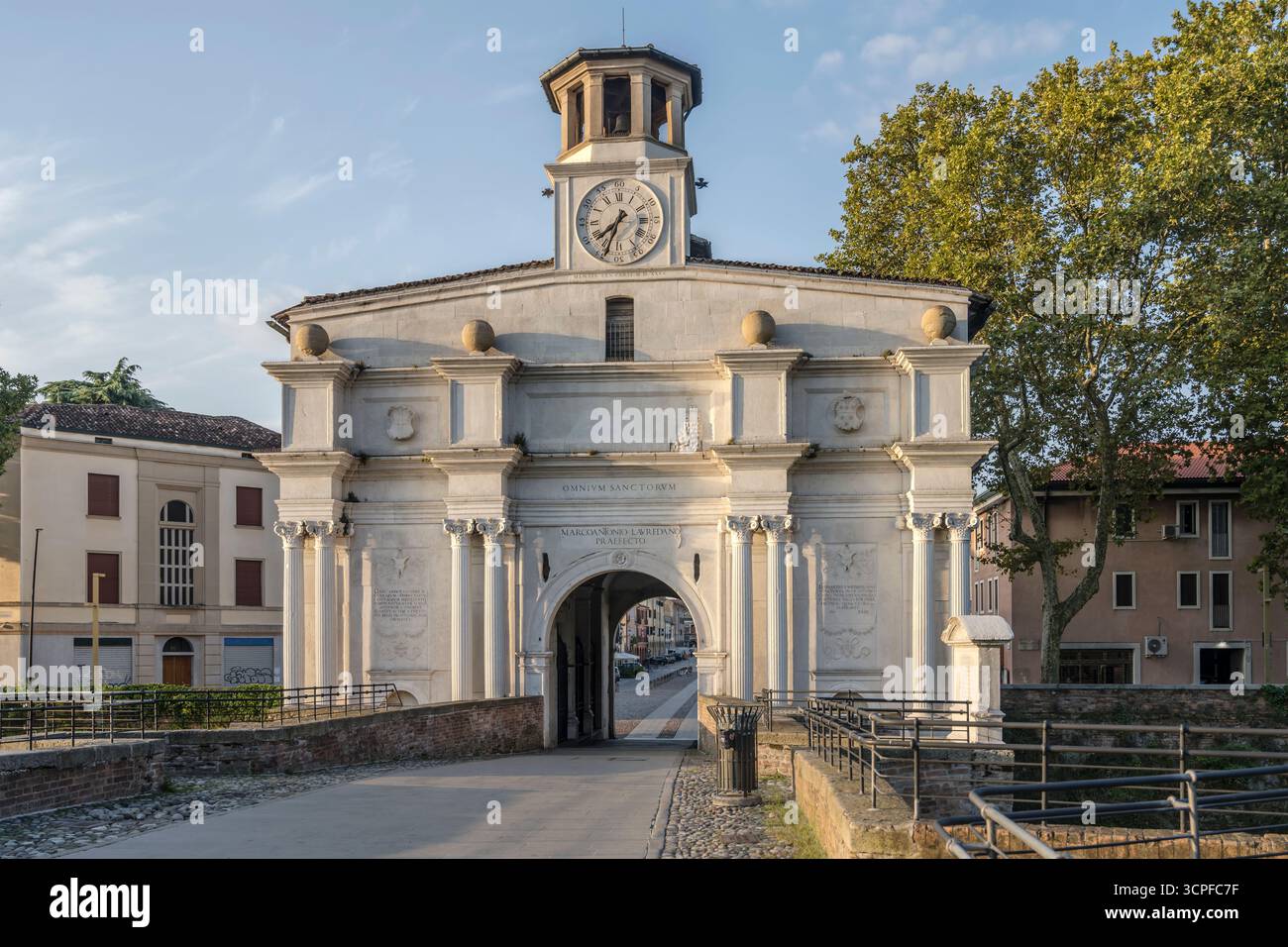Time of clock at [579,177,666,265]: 7:33
